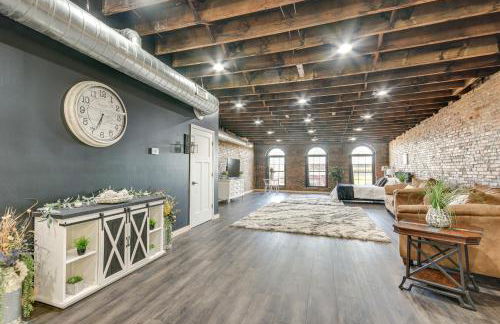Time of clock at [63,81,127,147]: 6:34
